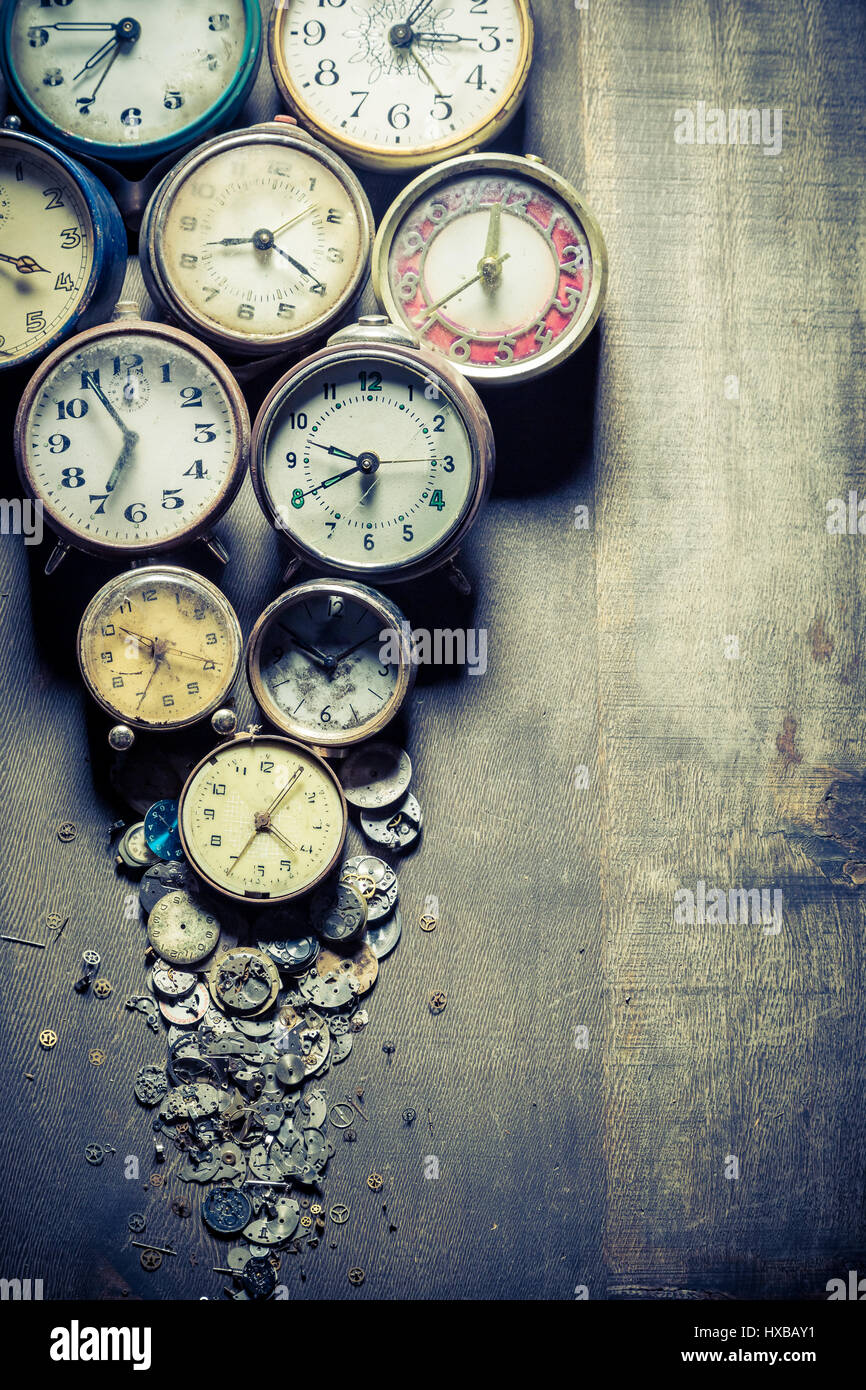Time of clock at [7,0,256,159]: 7:34
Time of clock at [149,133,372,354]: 8:19
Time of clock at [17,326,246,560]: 6:54
